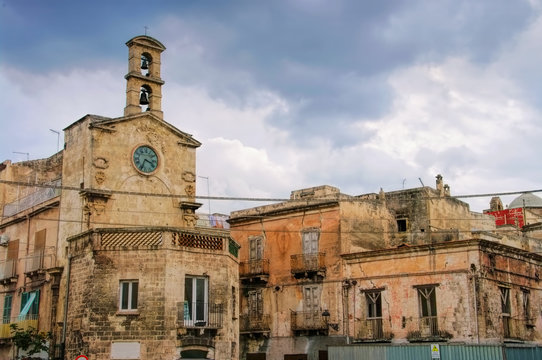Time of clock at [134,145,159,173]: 3:34
